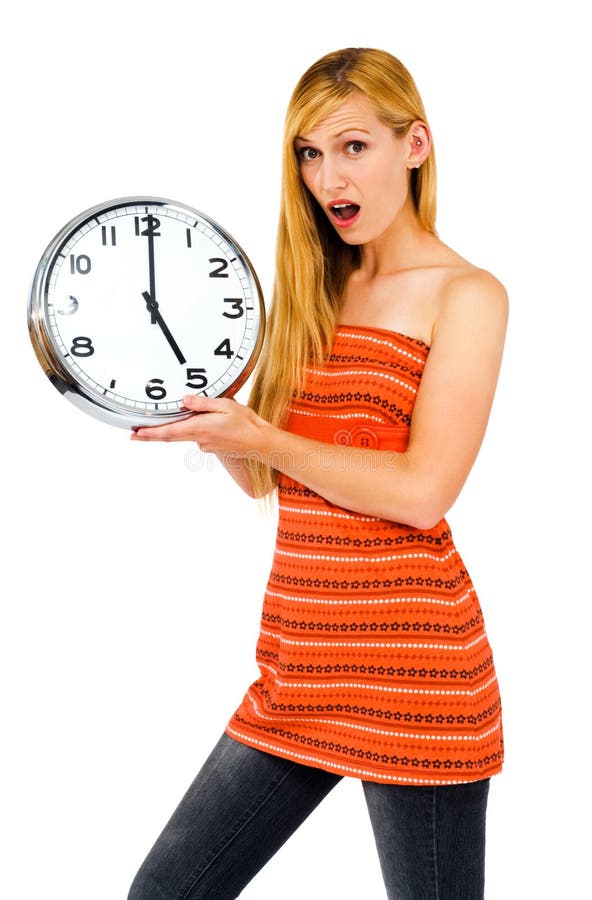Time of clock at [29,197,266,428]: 5:00
